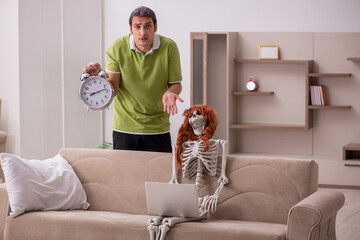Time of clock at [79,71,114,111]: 8:12
